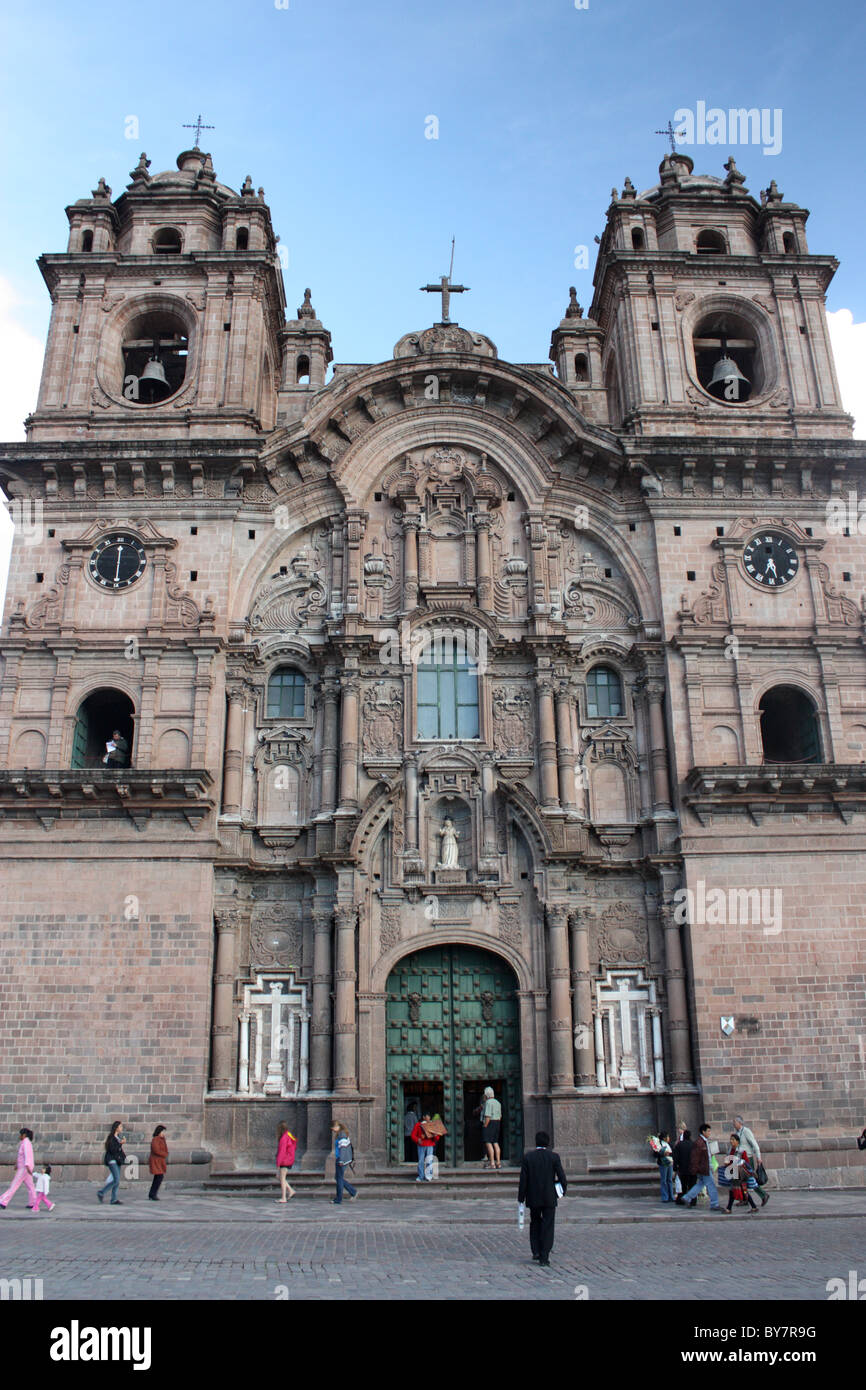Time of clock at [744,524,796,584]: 5:33
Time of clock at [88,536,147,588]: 6:00
